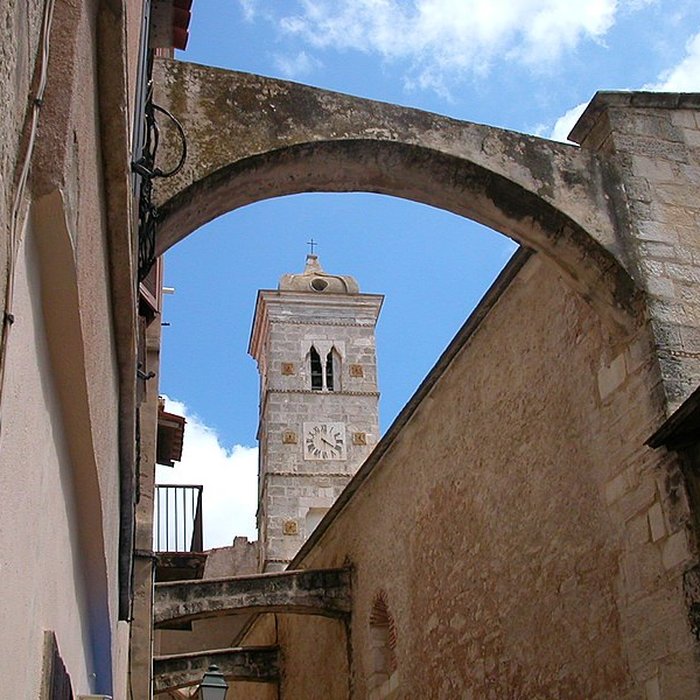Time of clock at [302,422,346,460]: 4:20
